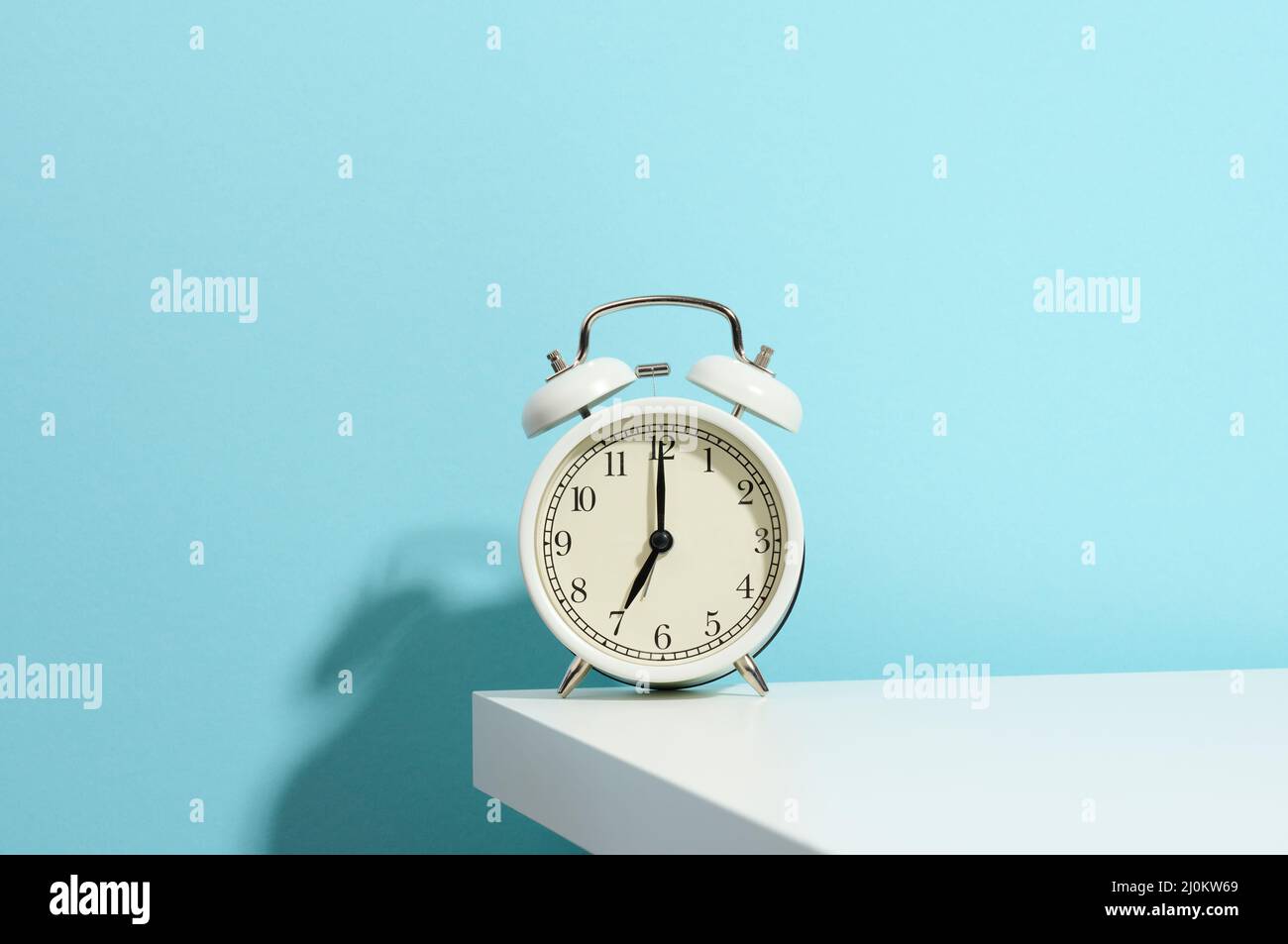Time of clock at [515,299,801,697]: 7:00
